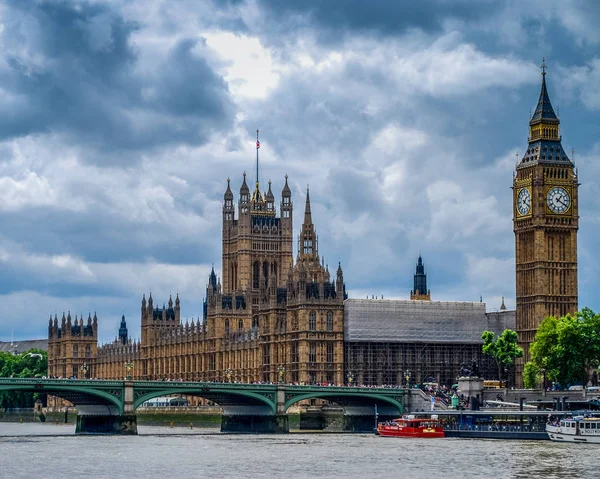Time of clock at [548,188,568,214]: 1:20
